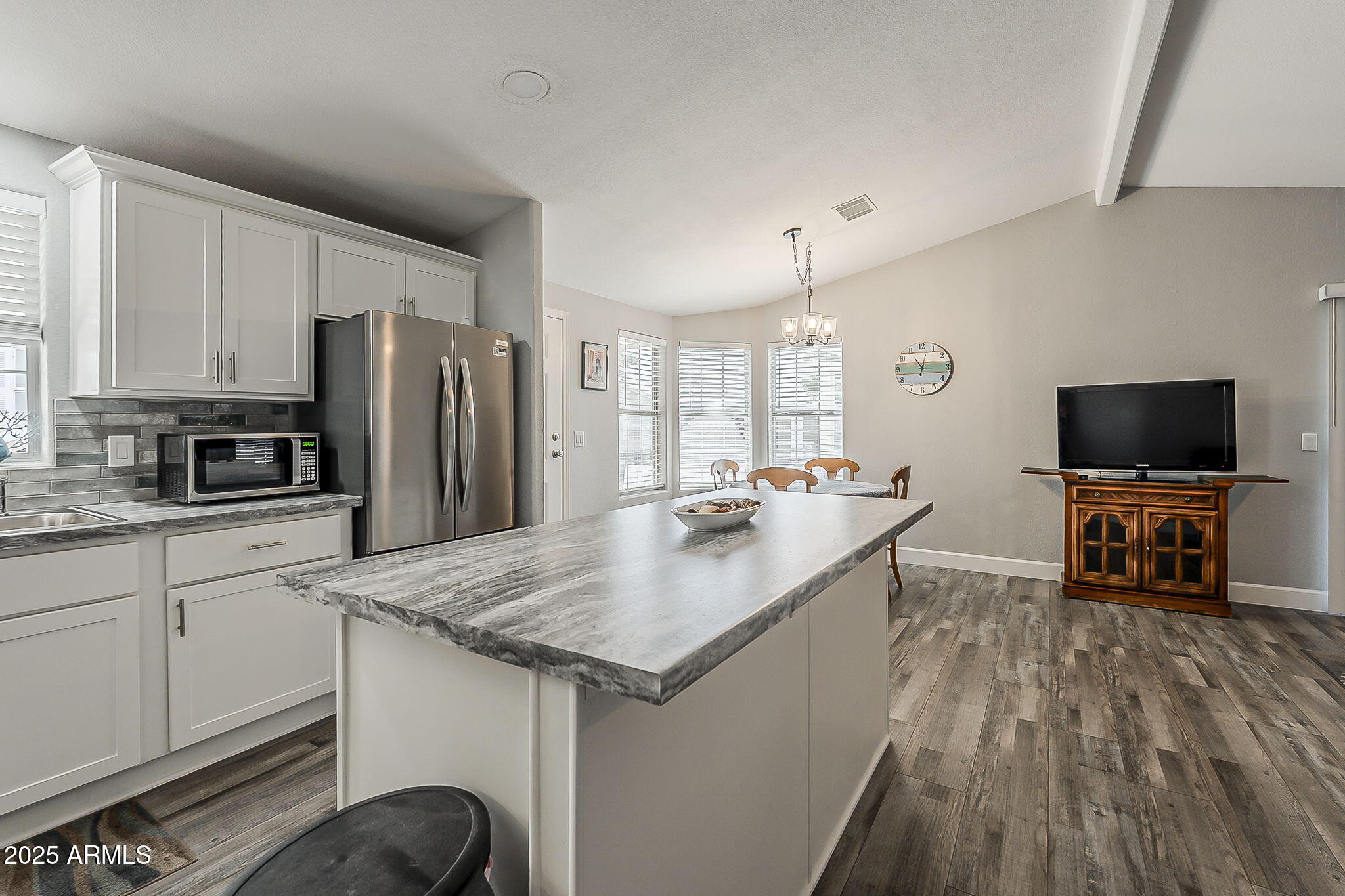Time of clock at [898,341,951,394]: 11:02
